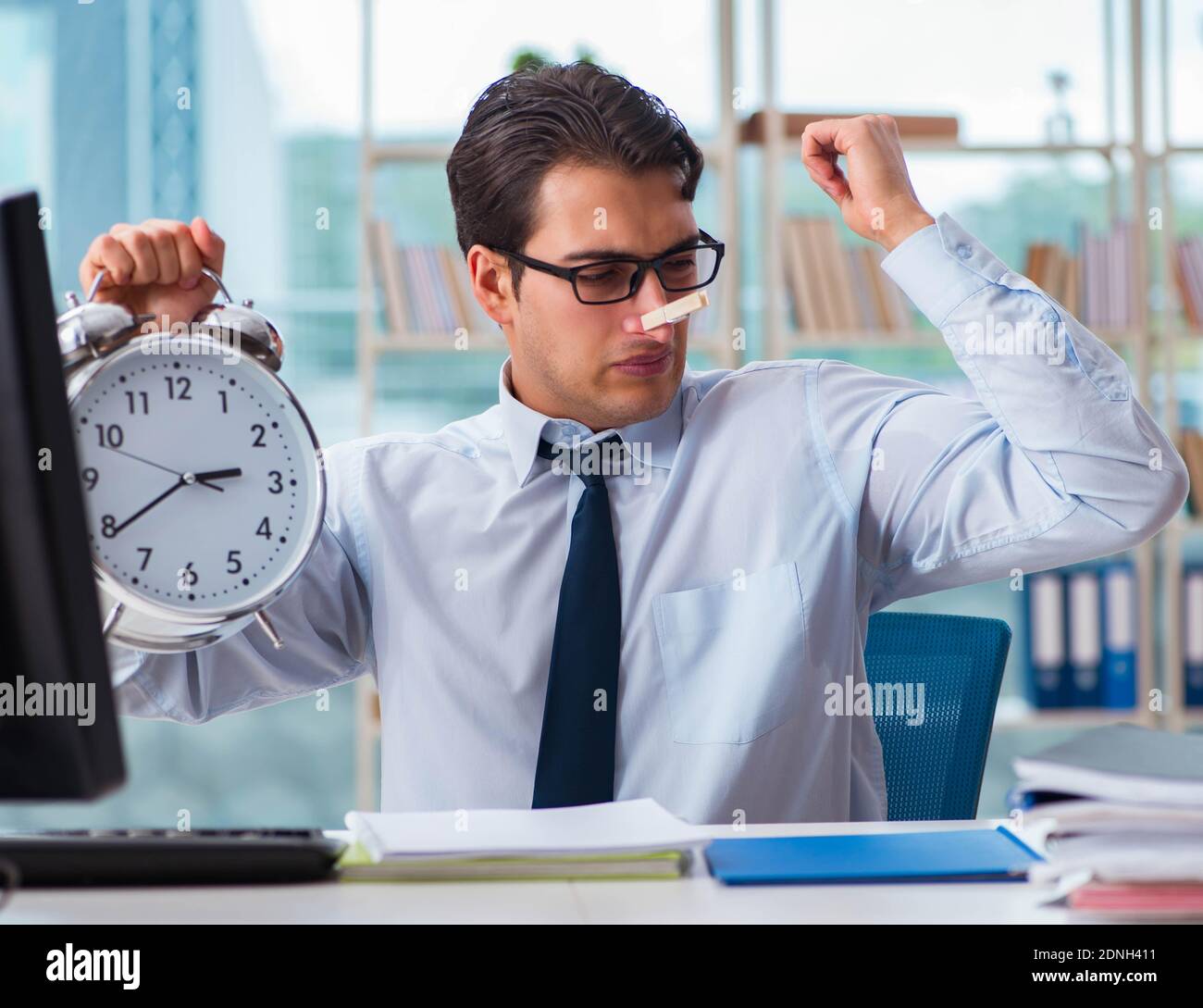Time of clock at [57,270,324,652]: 2:39
